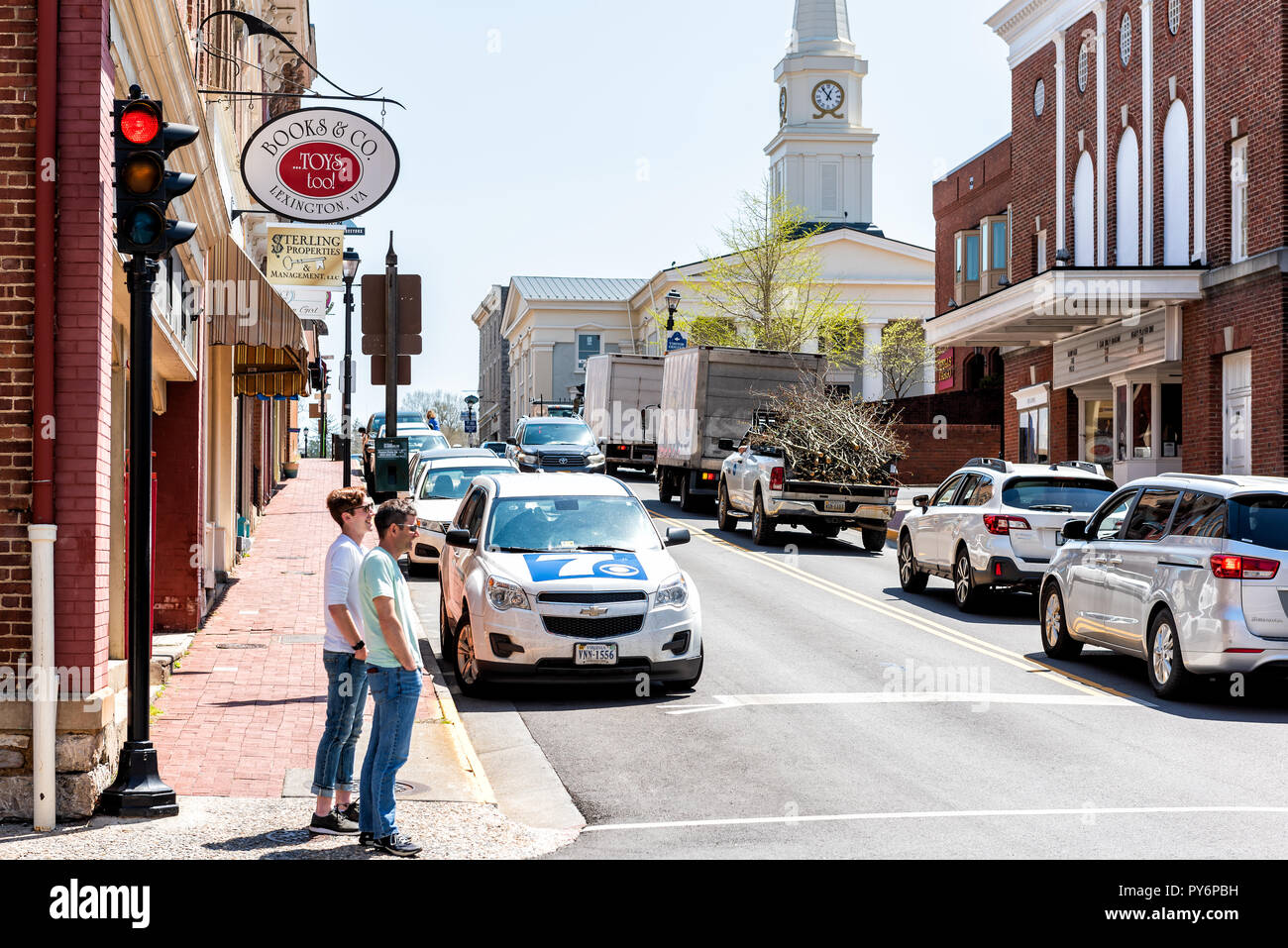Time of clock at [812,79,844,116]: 12:53
